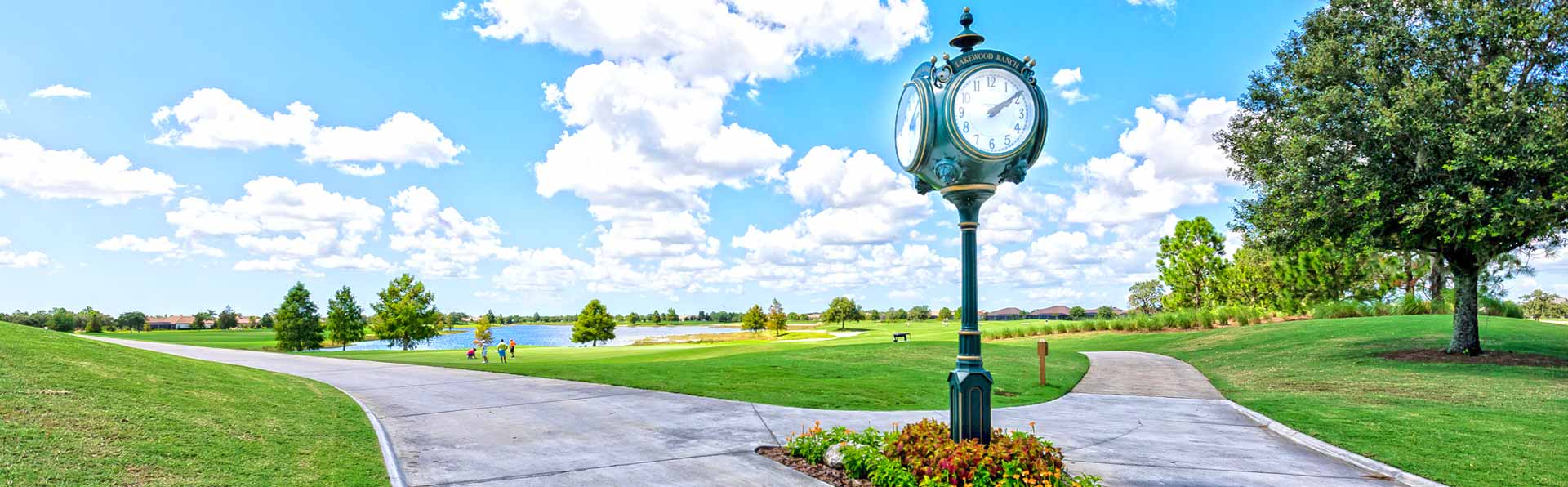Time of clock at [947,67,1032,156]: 2:09
